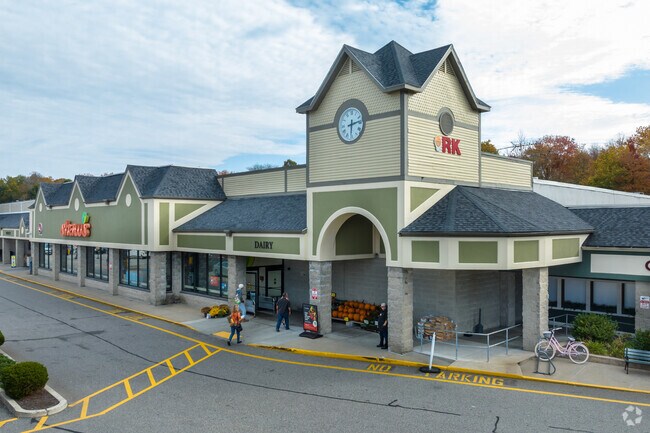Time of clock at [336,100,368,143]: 6:13
